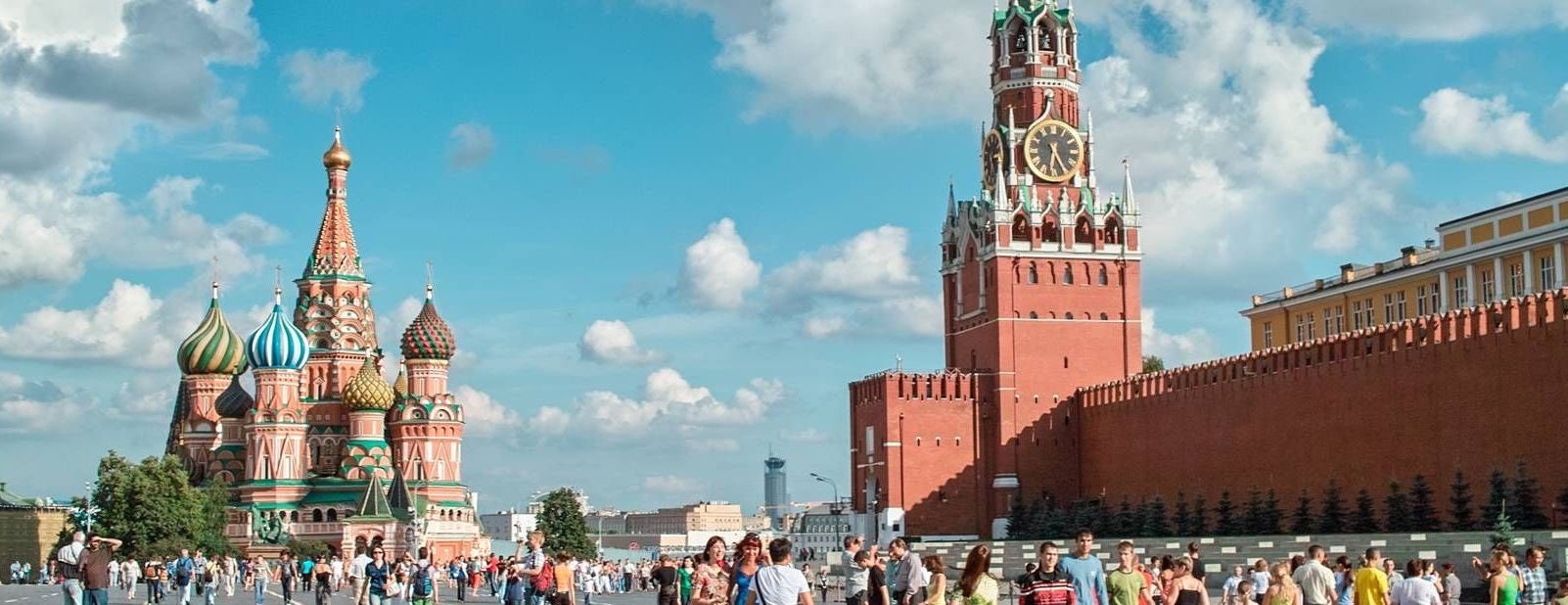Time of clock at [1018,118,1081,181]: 6:25
